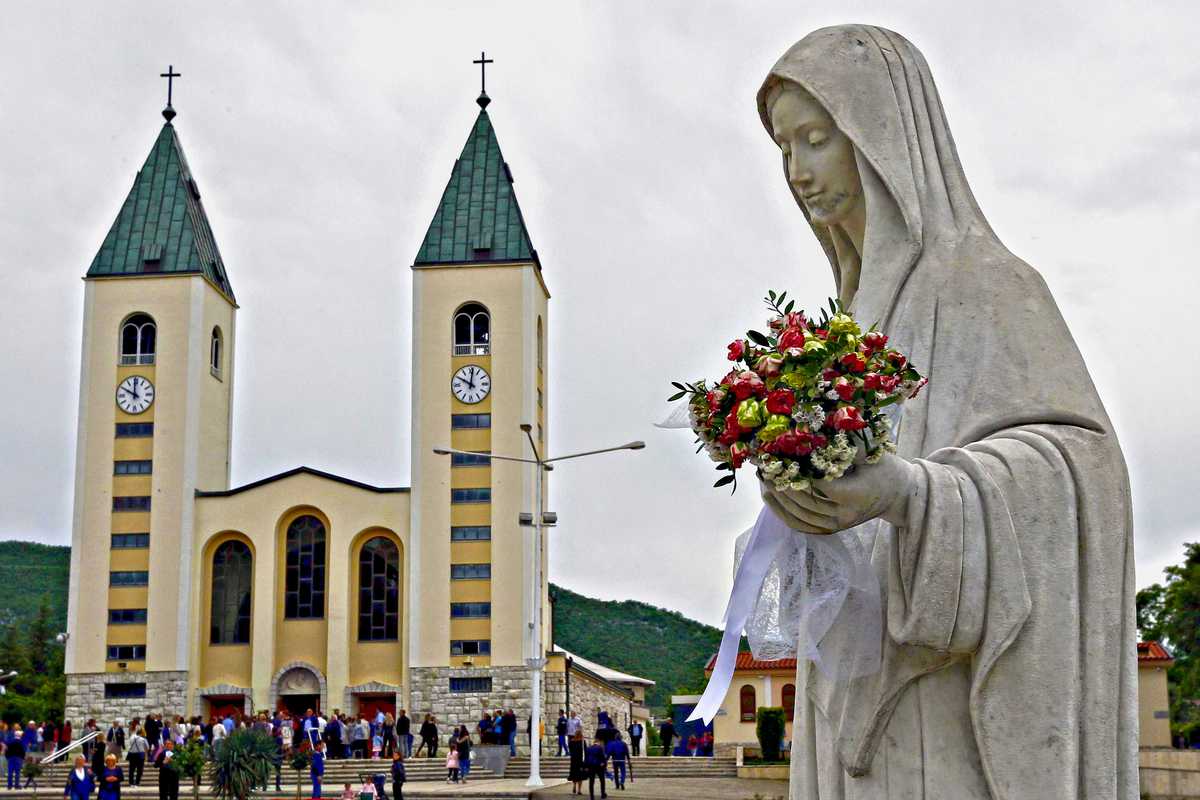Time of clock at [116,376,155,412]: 9:59
